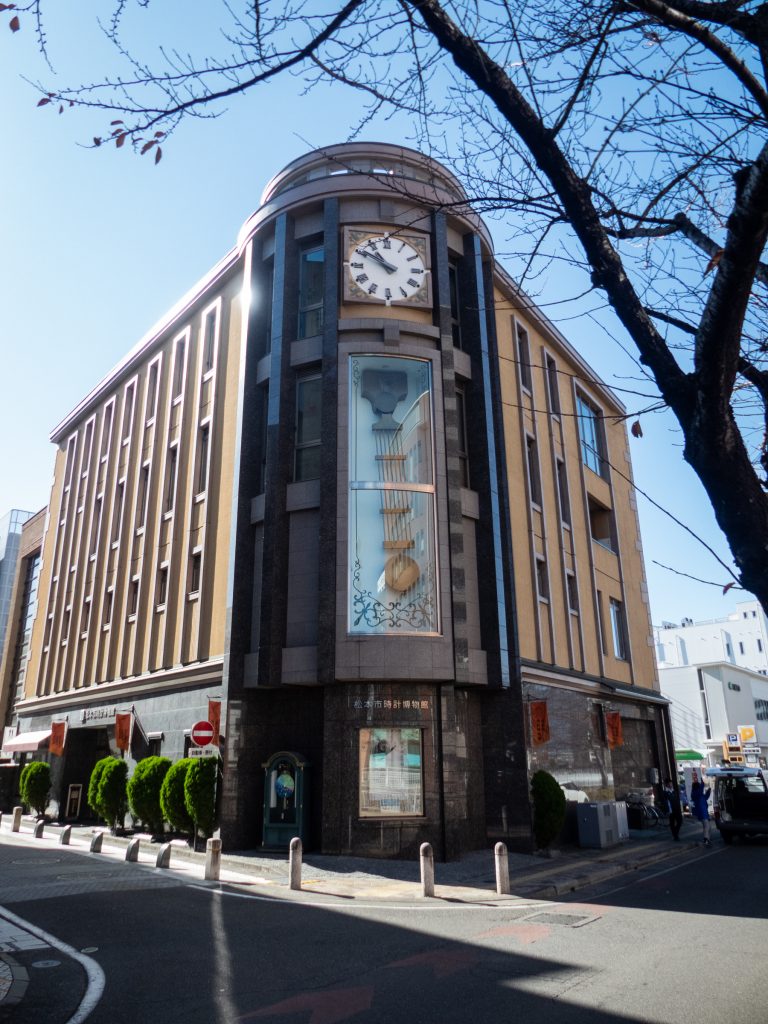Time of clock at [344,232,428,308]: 10:50
